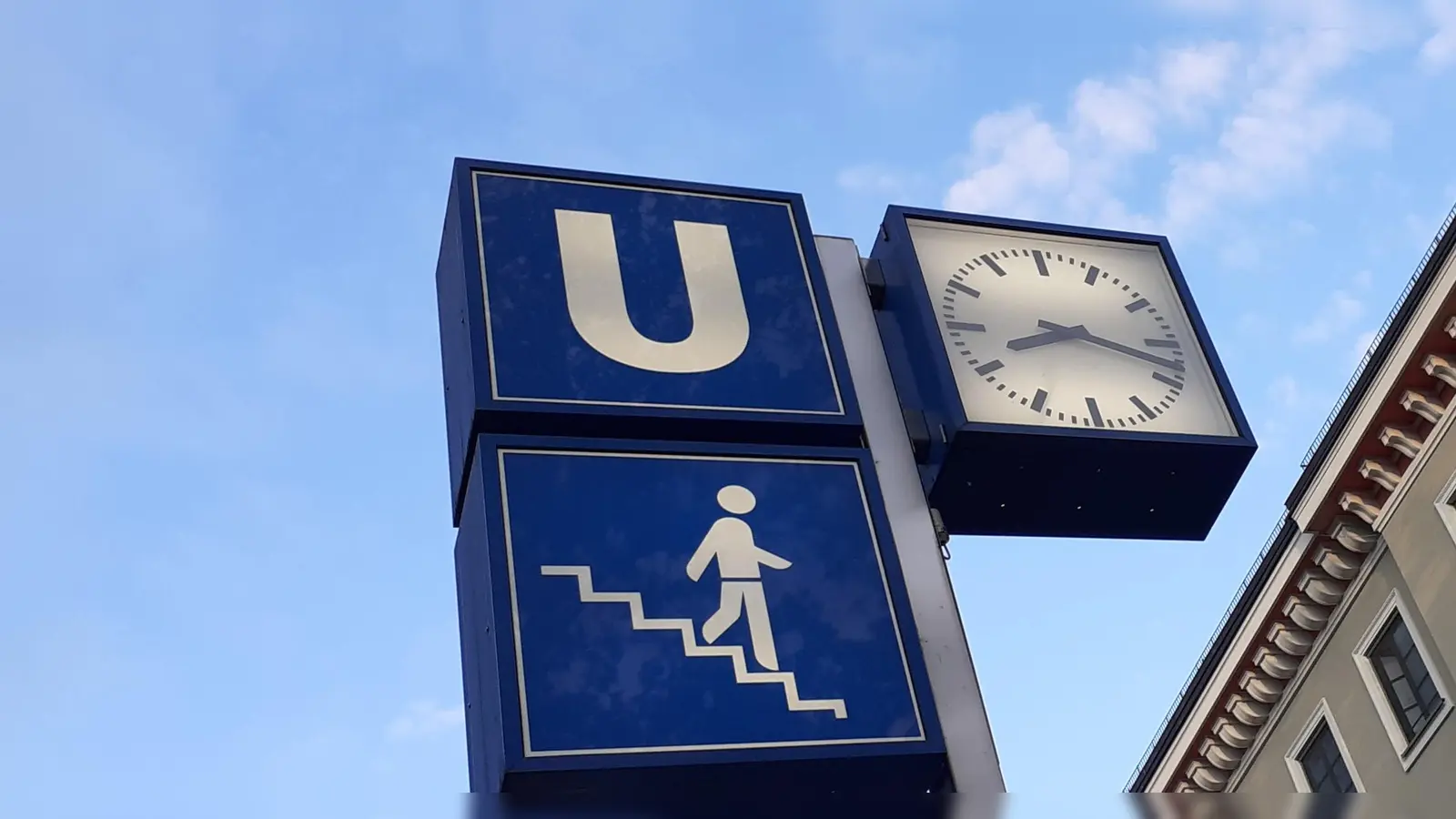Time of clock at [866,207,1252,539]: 8:18
